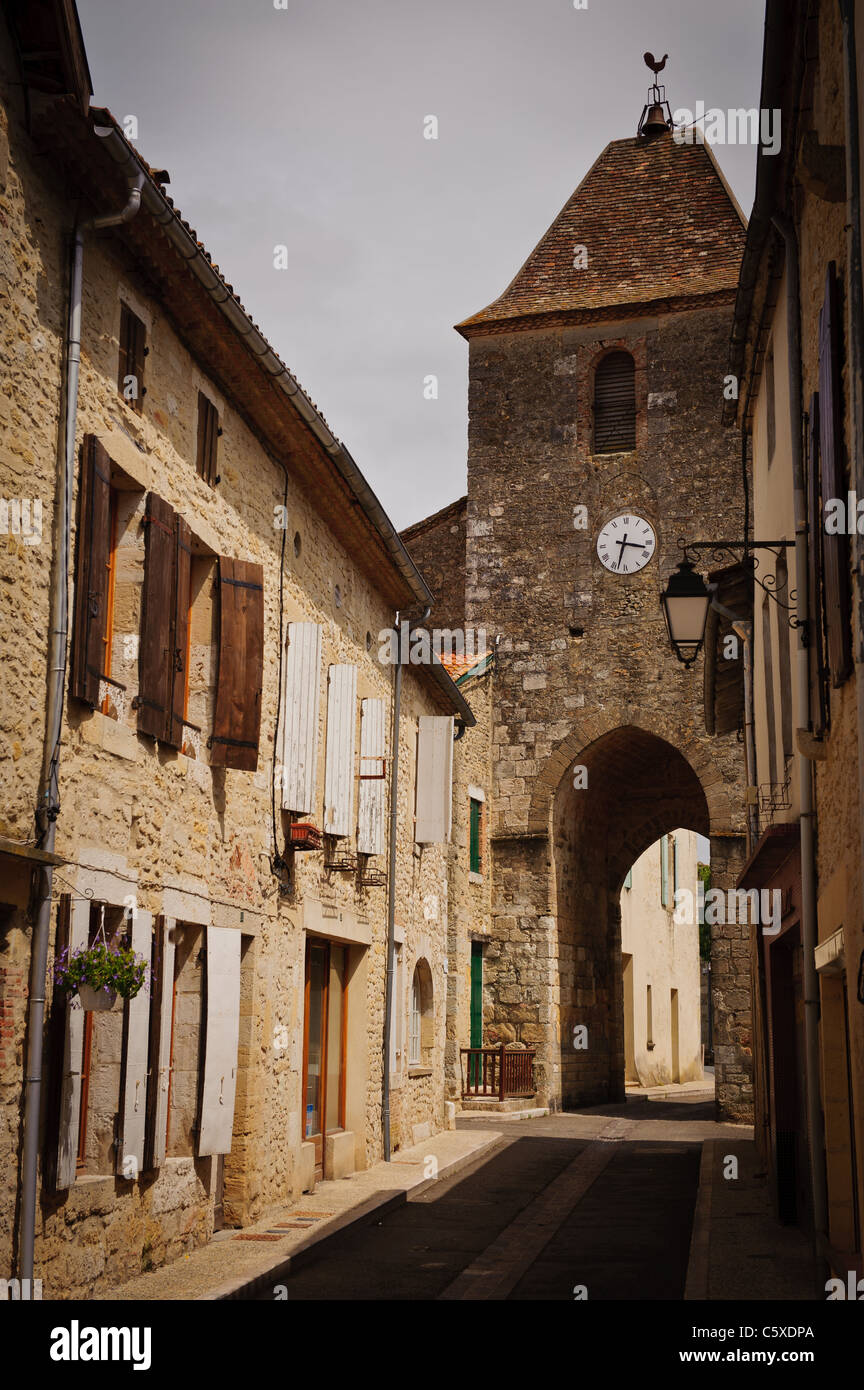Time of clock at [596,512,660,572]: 3:32
